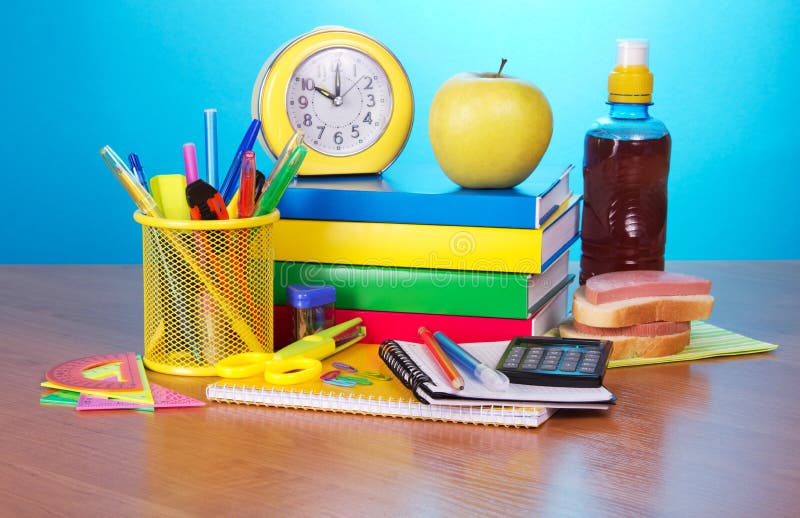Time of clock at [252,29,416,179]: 10:00
